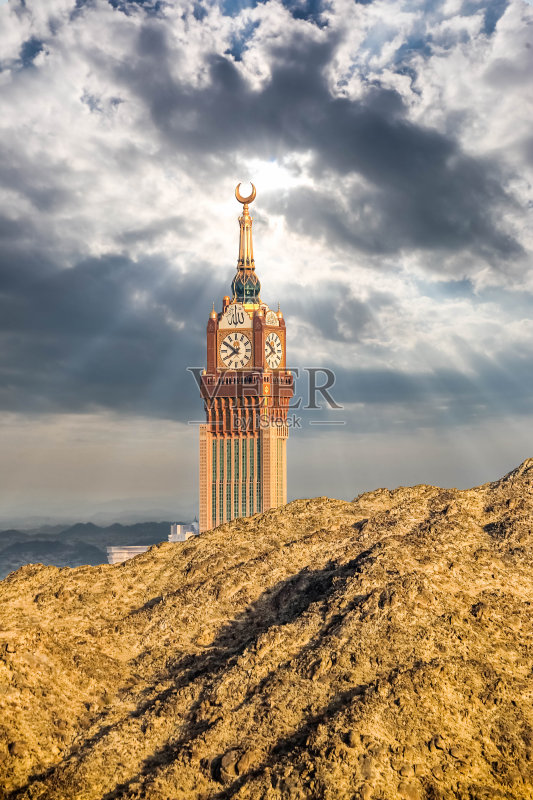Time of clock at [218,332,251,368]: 7:50
